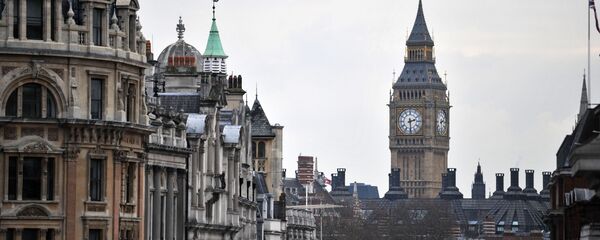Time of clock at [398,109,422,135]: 2:29
